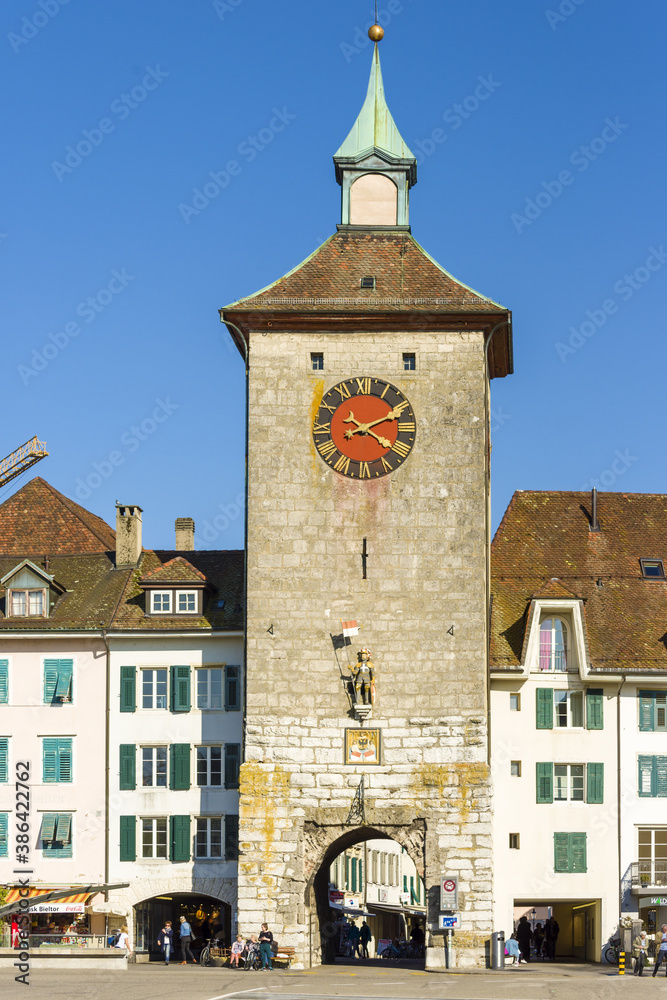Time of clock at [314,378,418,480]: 4:10
